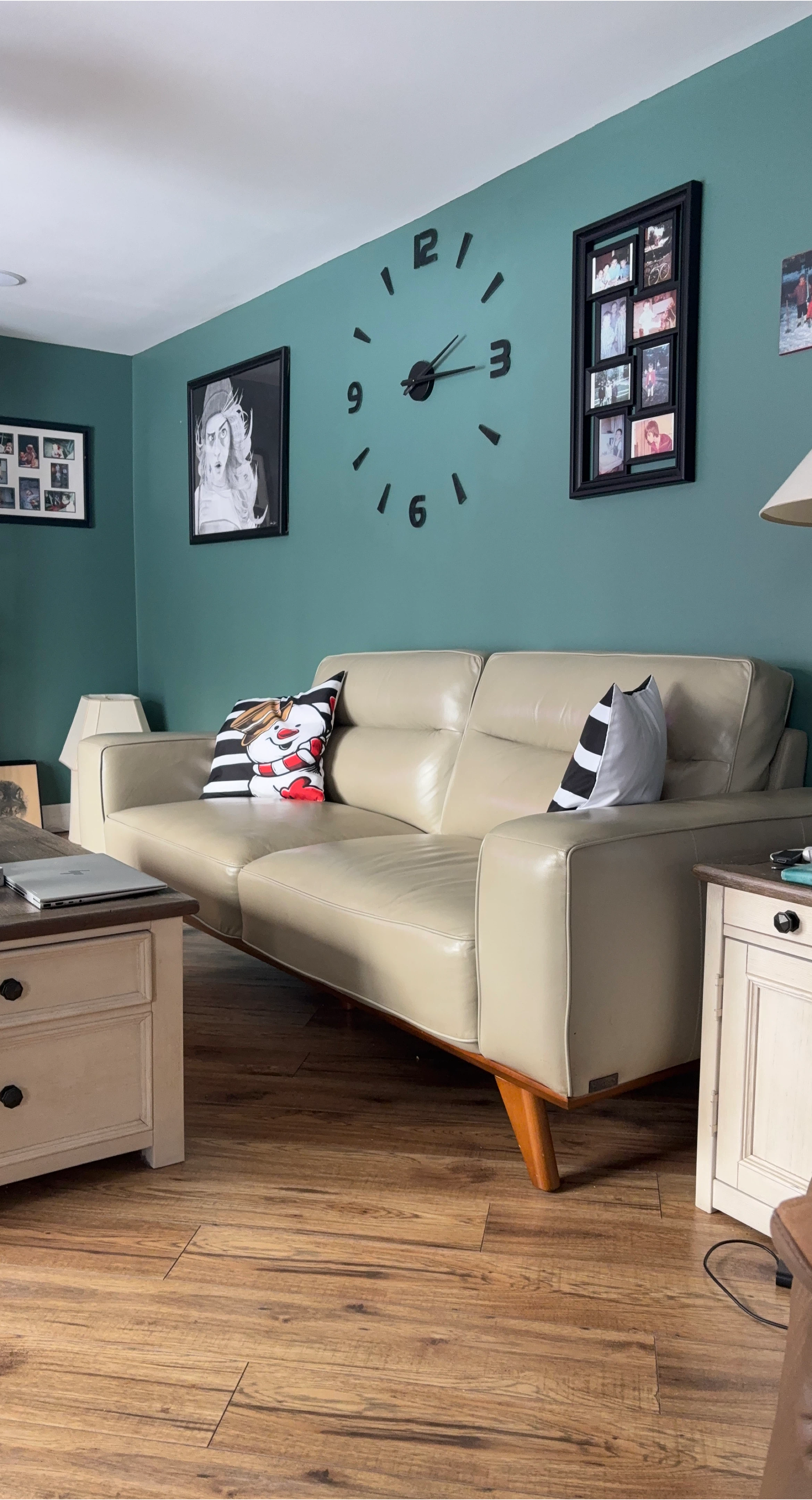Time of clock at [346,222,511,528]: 2:15
